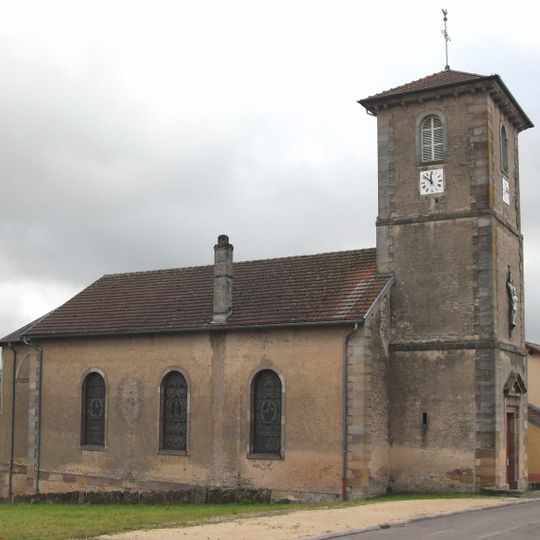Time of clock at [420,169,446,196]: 11:51
